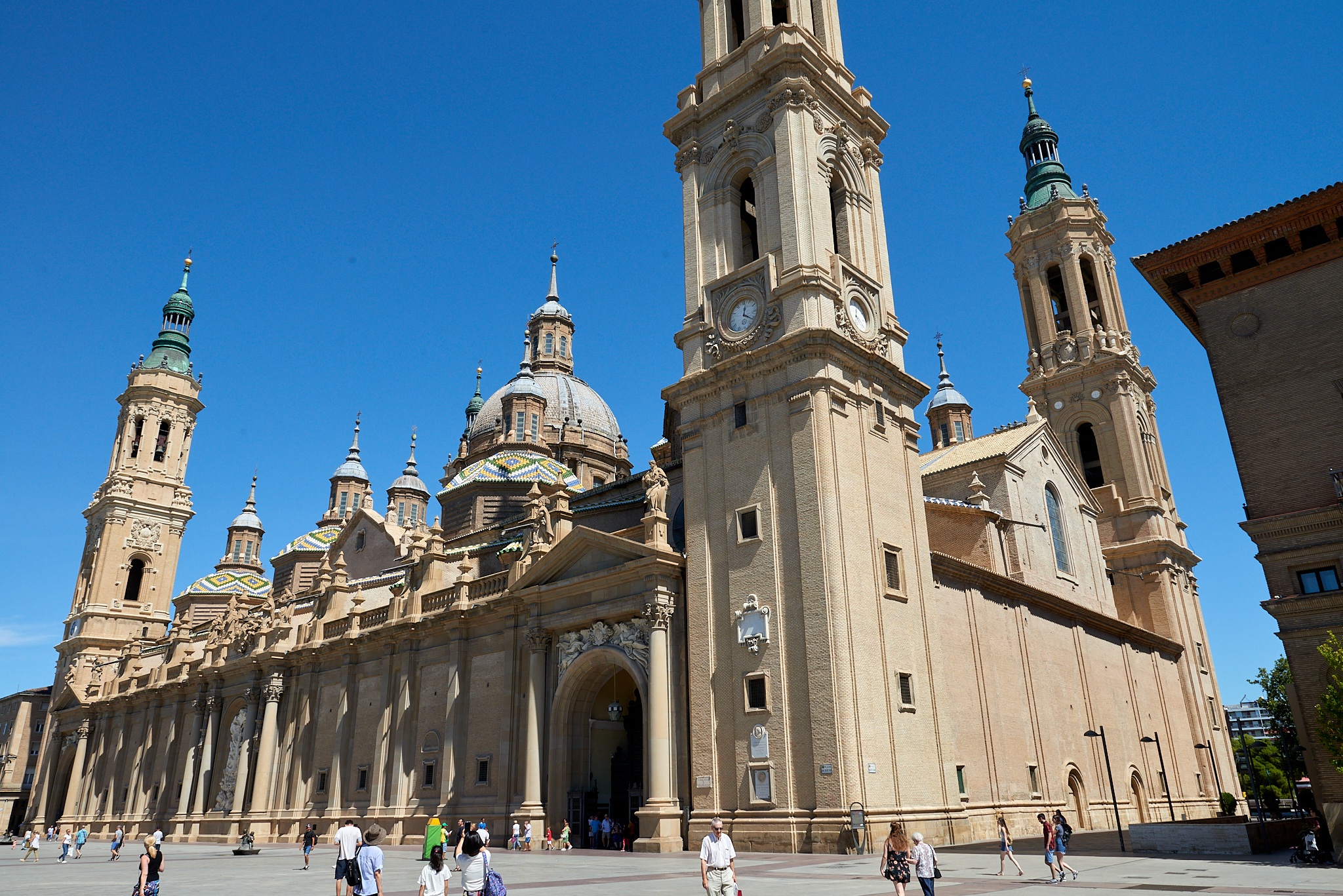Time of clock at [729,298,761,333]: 12:20
